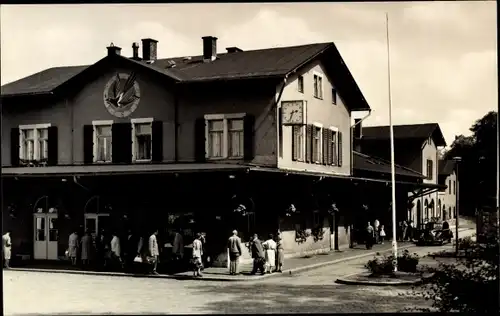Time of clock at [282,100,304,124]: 2:33
